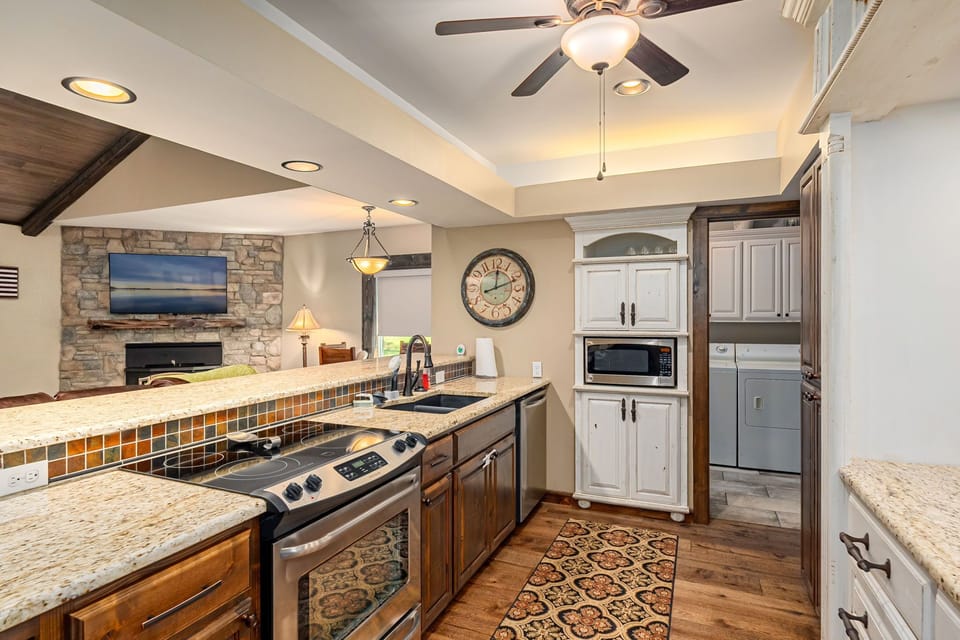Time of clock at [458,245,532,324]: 12:11
